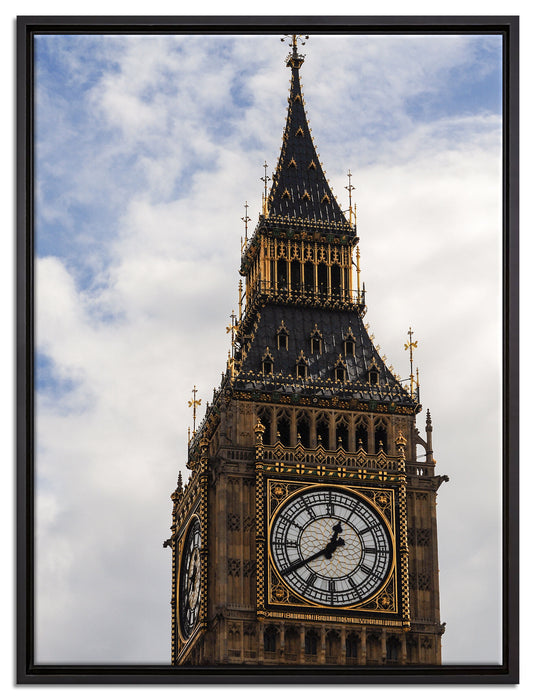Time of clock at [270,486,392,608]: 12:39
